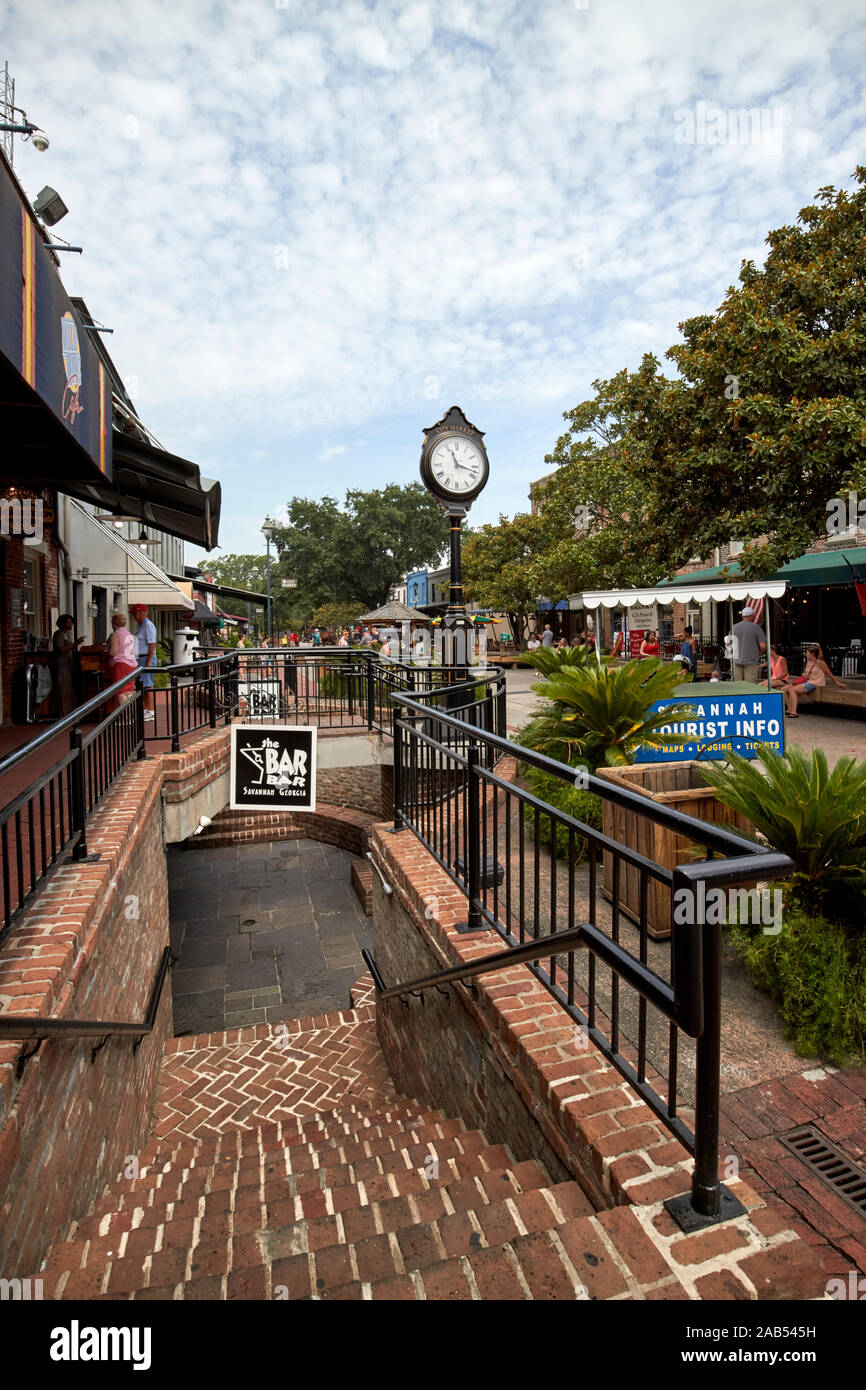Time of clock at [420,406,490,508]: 11:17
